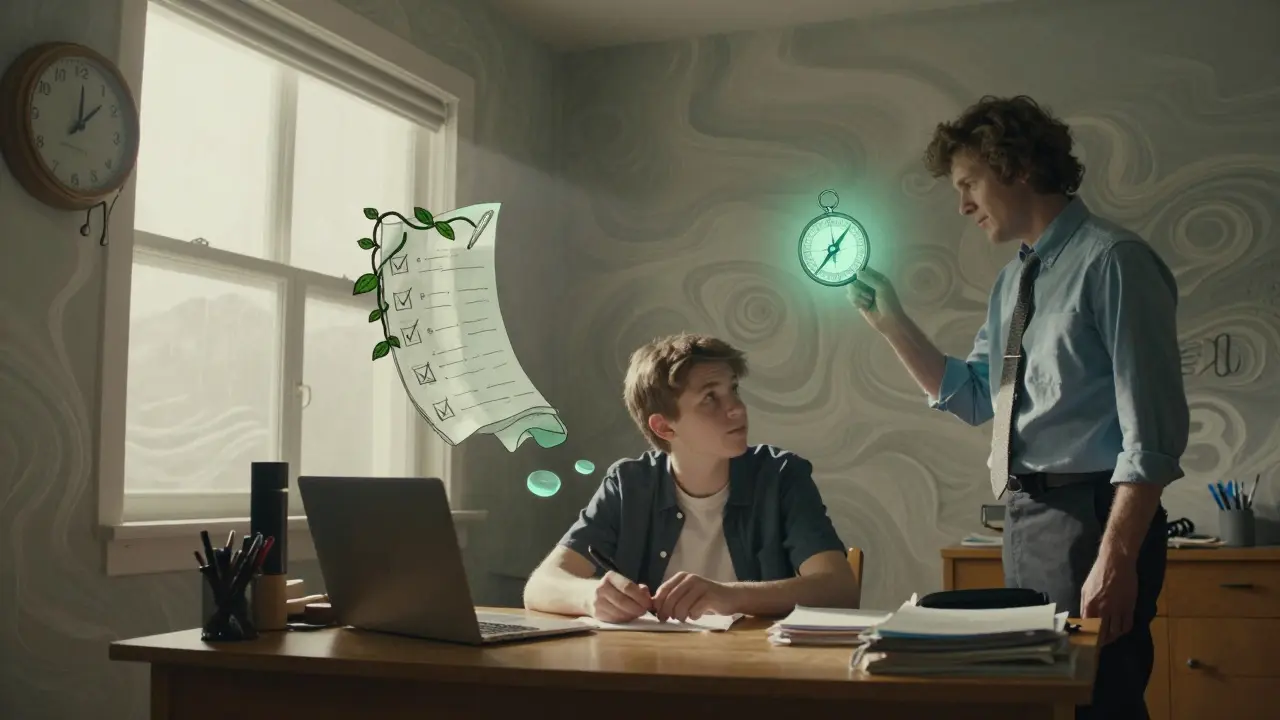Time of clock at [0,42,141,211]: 12:07
